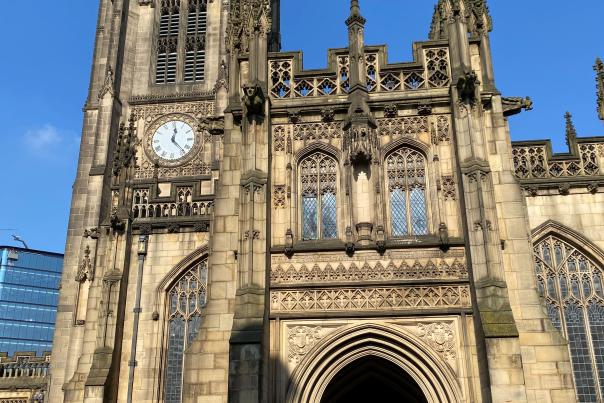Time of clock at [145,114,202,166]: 12:23
